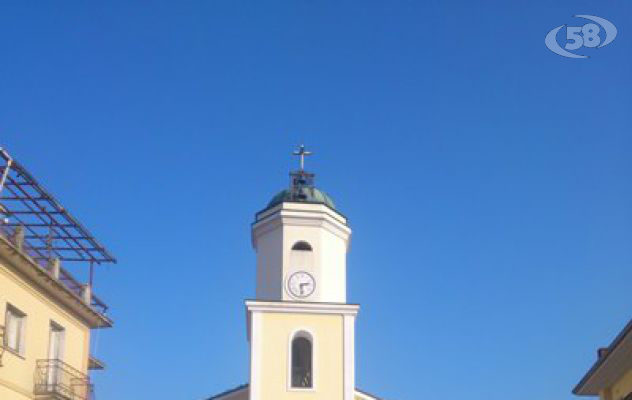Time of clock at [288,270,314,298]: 2:29
